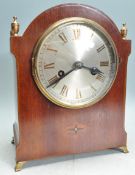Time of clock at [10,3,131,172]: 3:39
